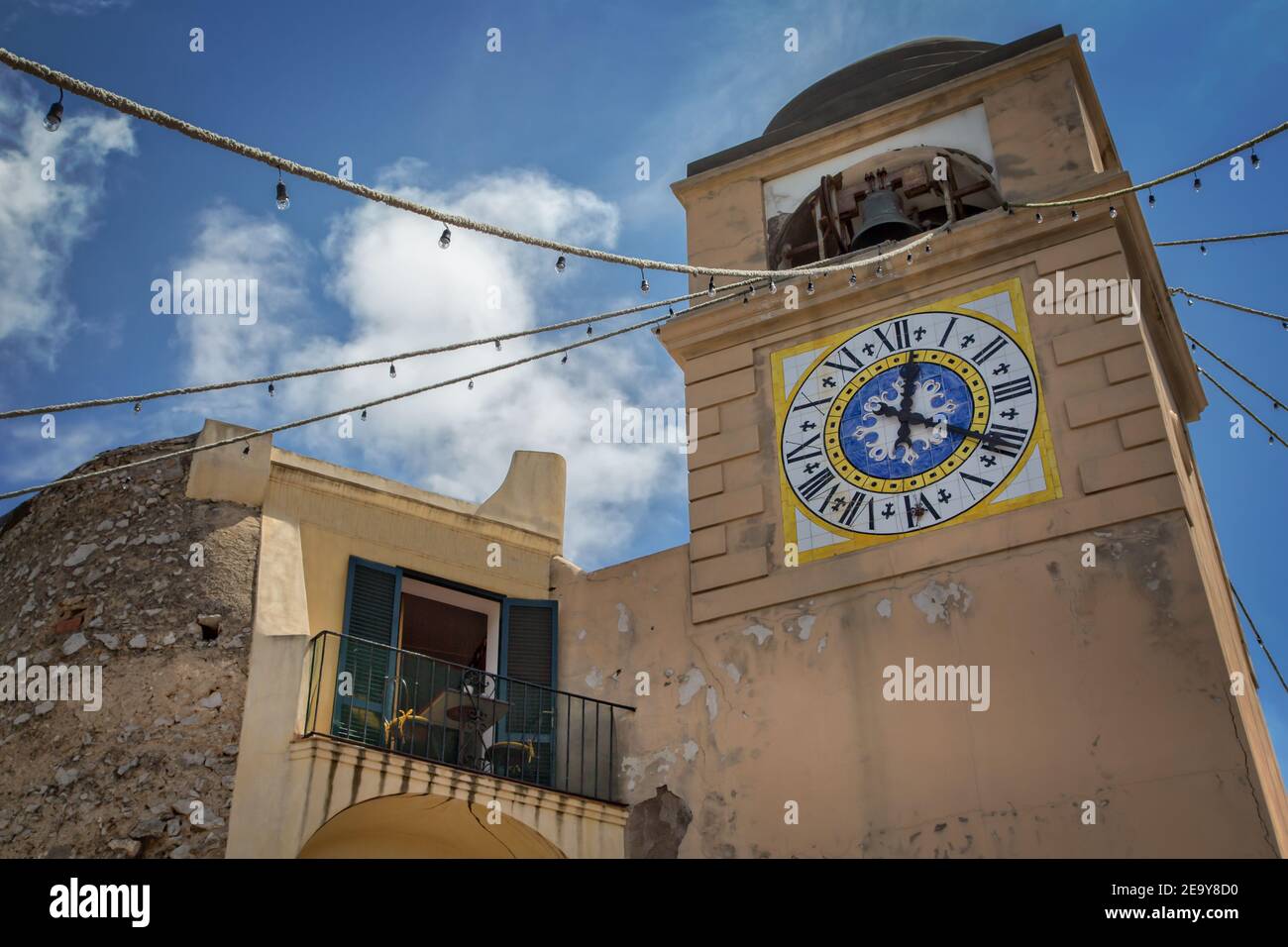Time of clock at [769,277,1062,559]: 12:19
